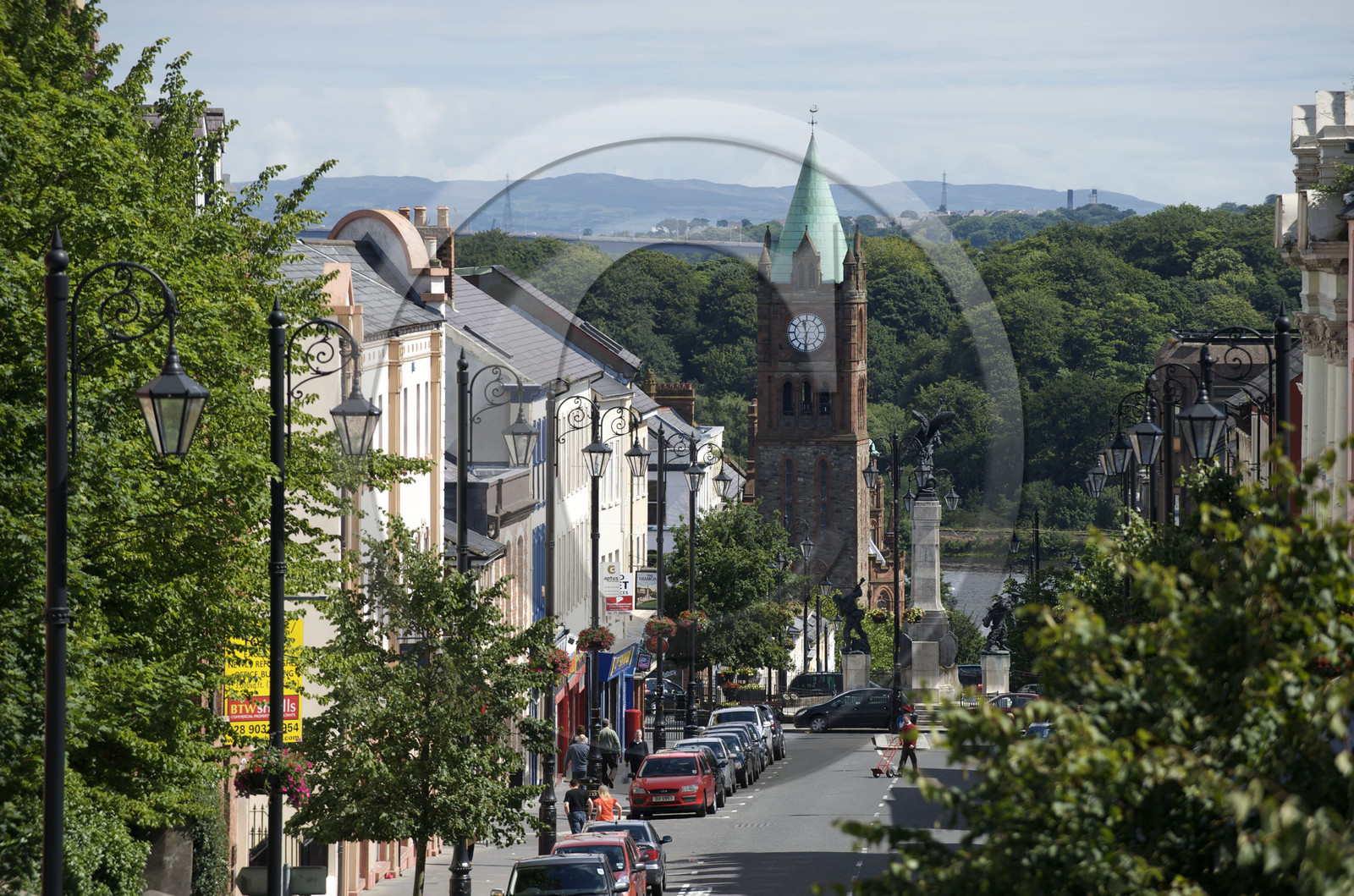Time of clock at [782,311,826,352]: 11:31
